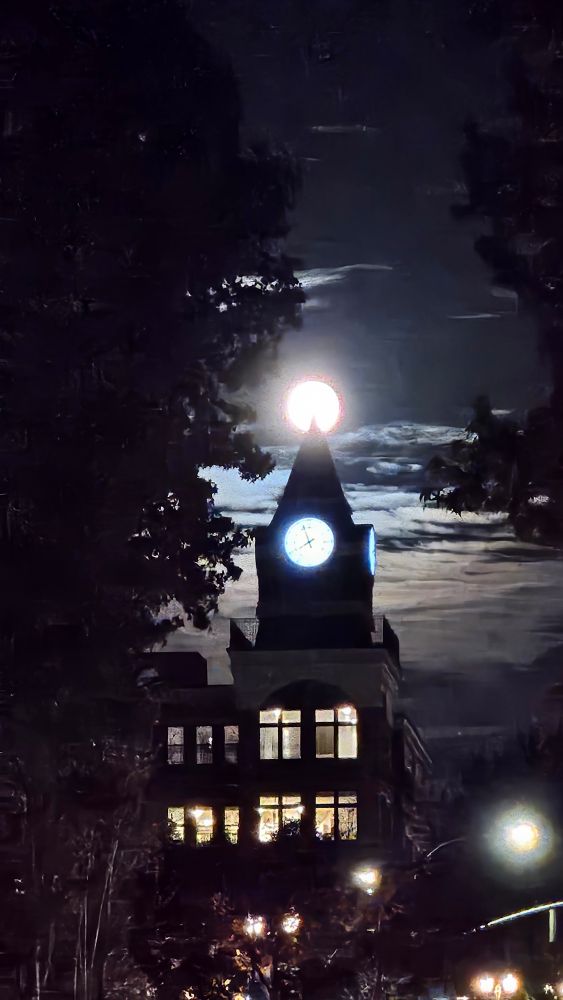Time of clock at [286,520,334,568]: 7:56
